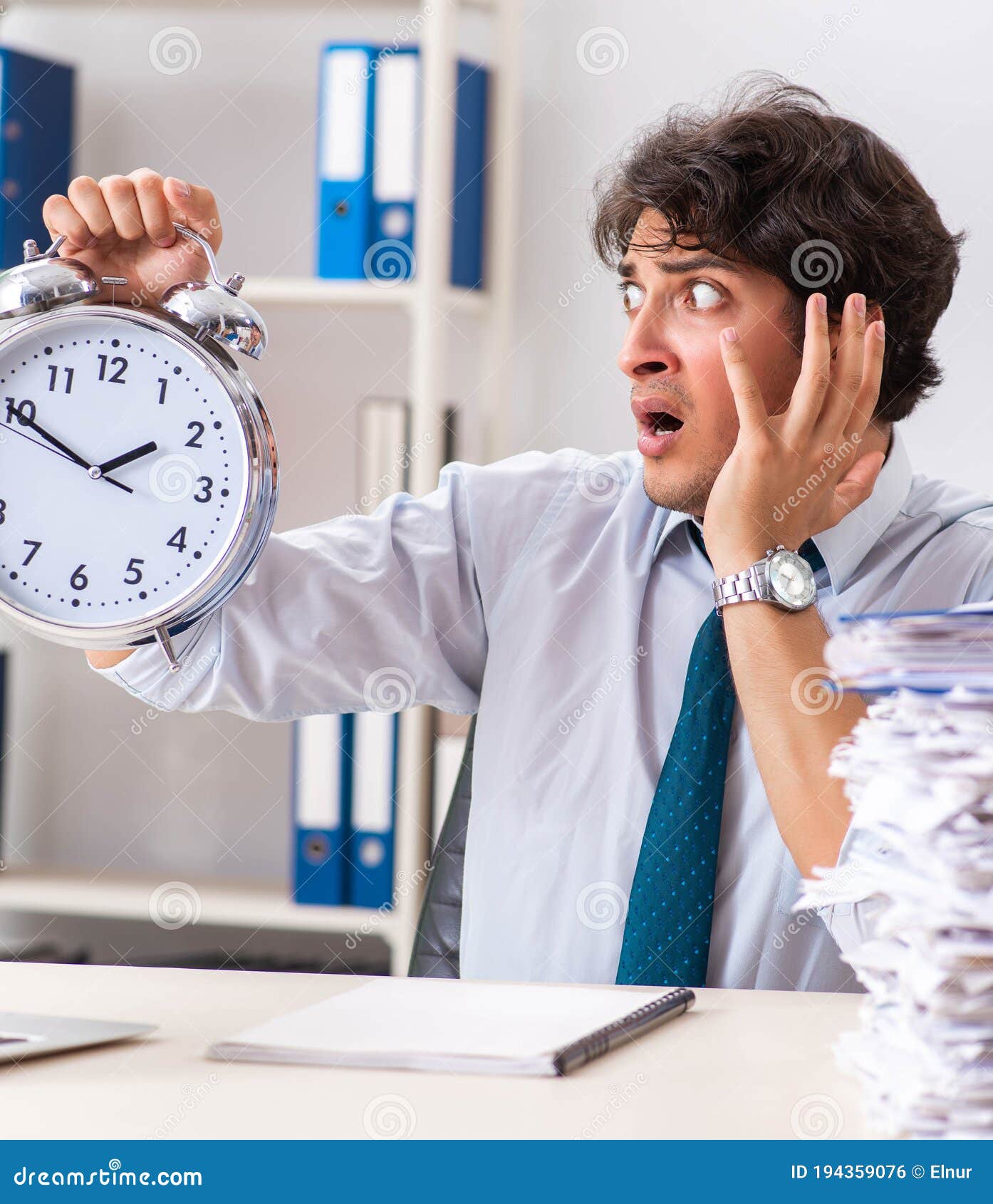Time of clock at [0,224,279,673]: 1:49
